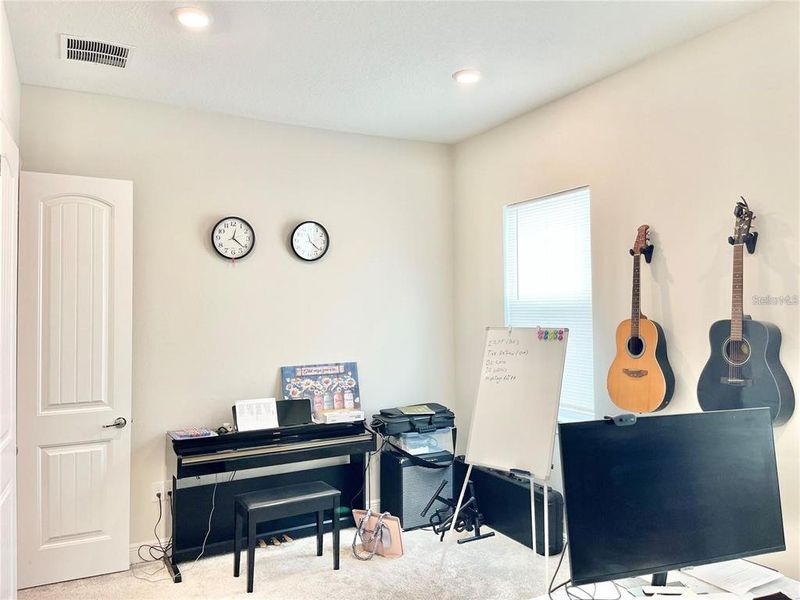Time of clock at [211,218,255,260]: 12:21
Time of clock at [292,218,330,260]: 4:21
